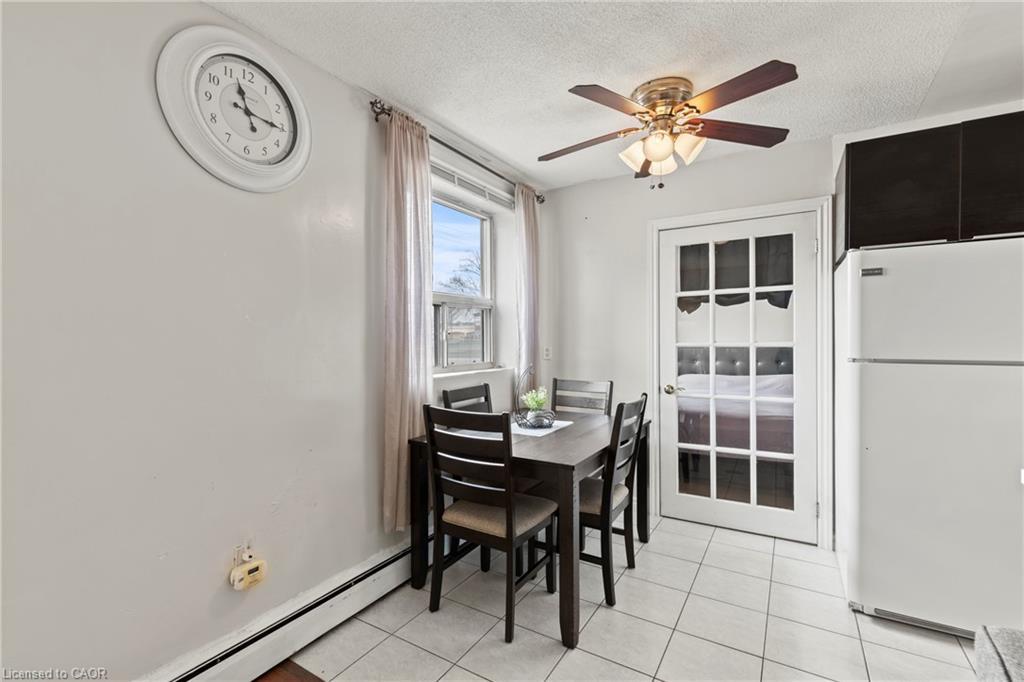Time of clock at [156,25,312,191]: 11:15
